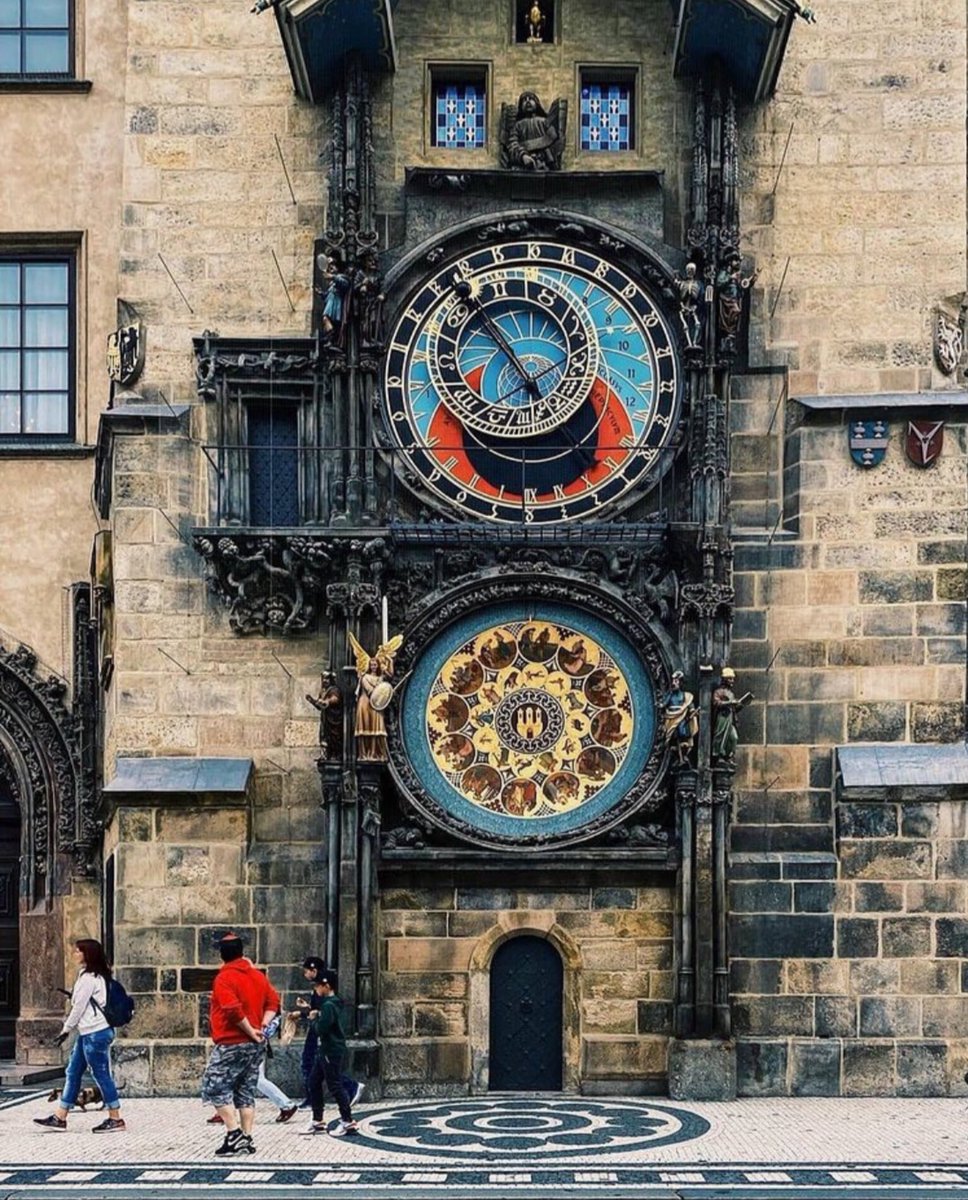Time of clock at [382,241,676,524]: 4:53
